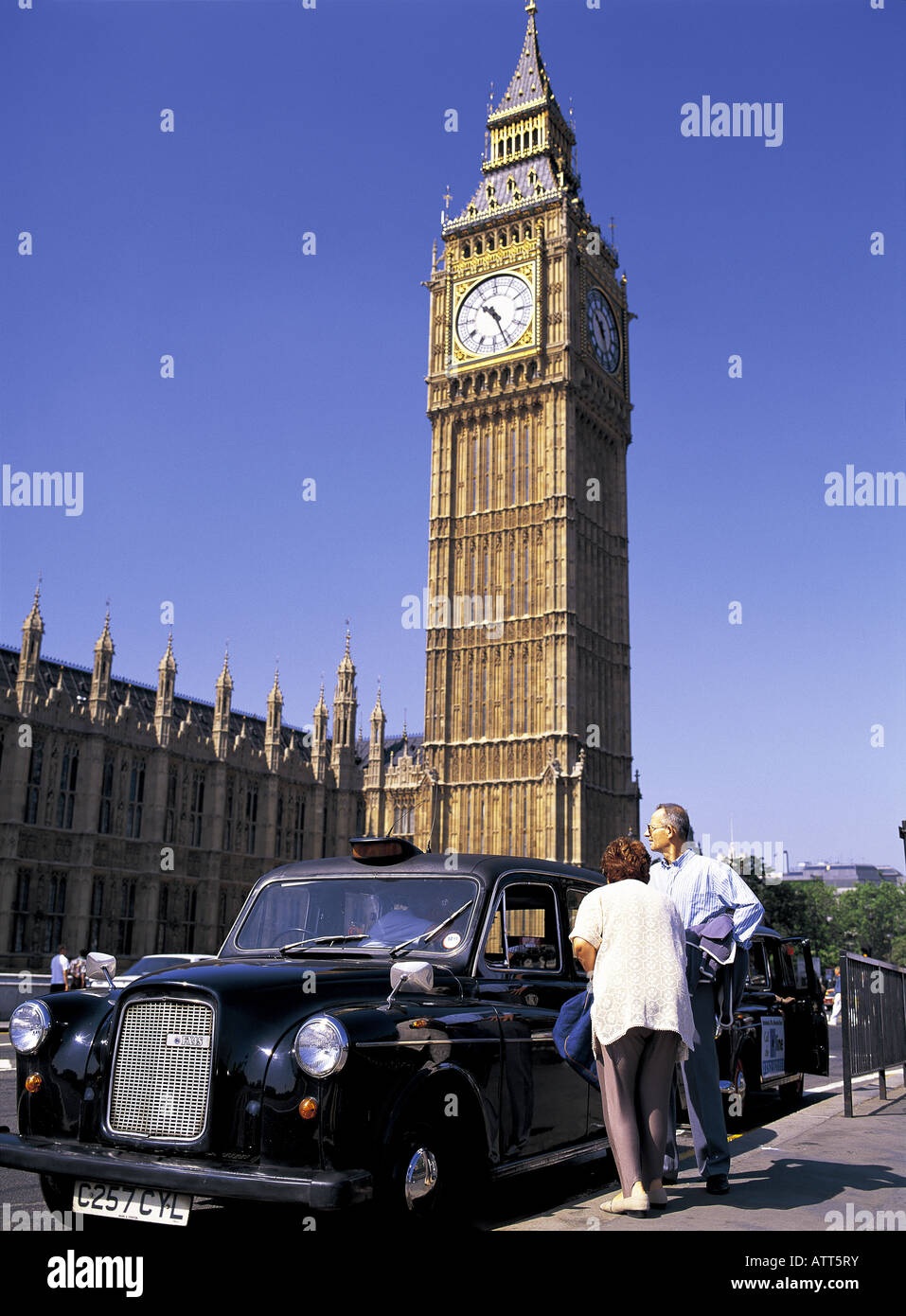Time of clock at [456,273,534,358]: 10:26
